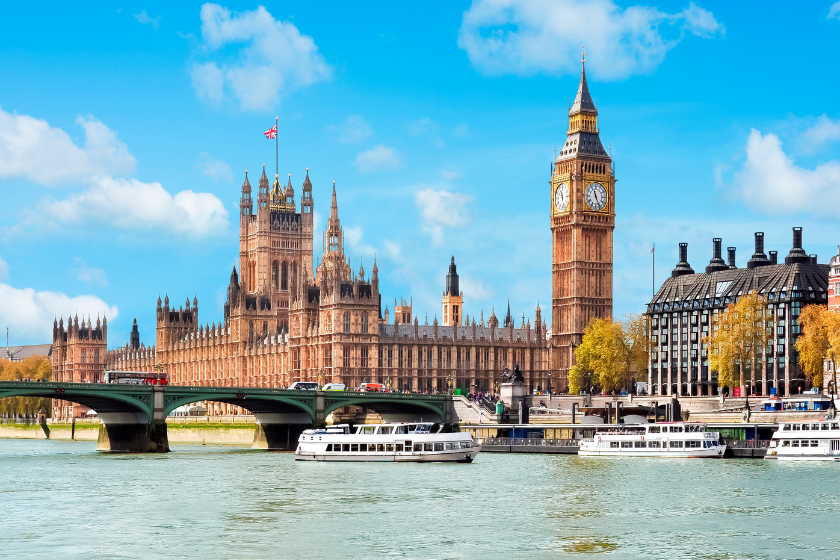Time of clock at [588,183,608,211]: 11:25
